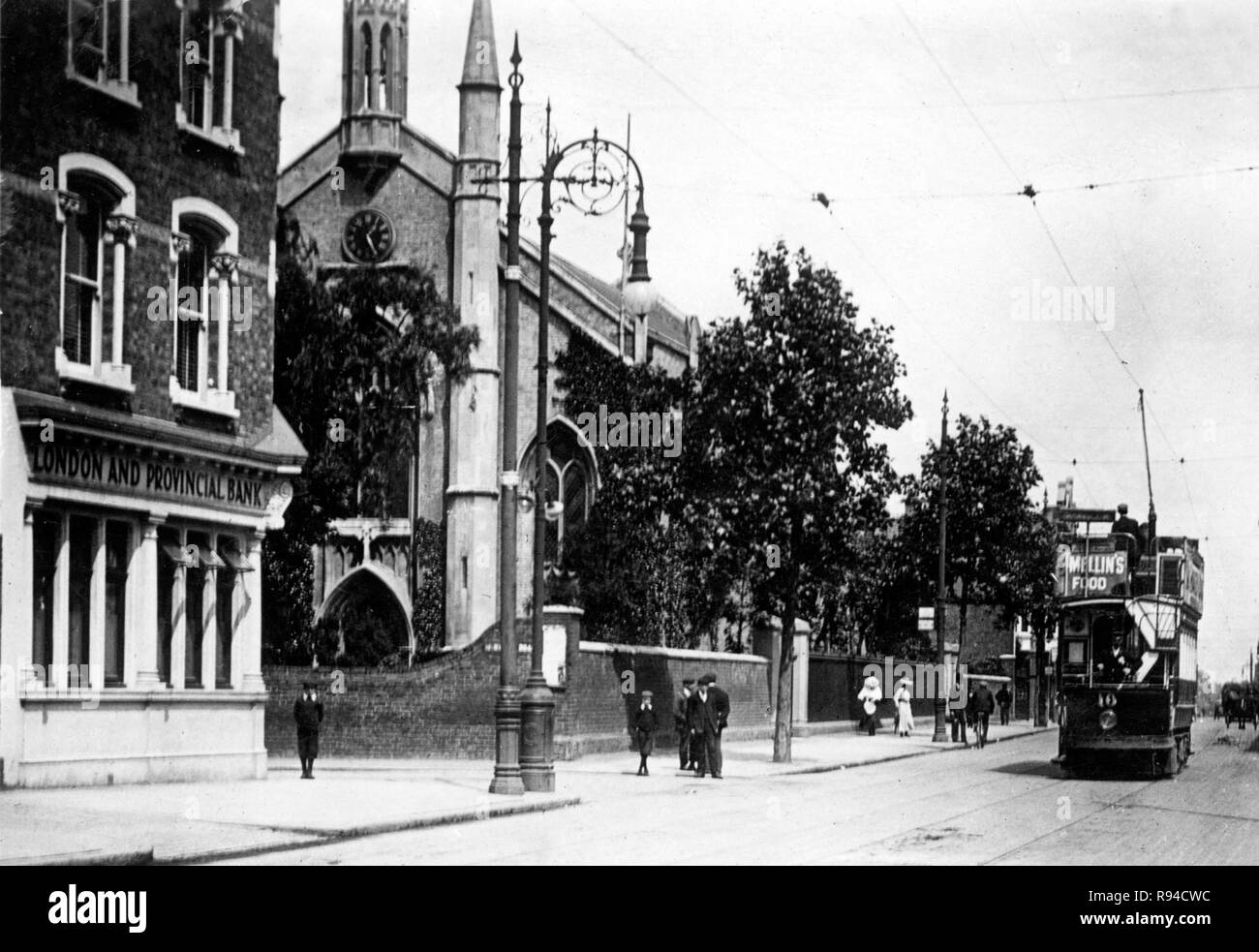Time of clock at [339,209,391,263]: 1:26
